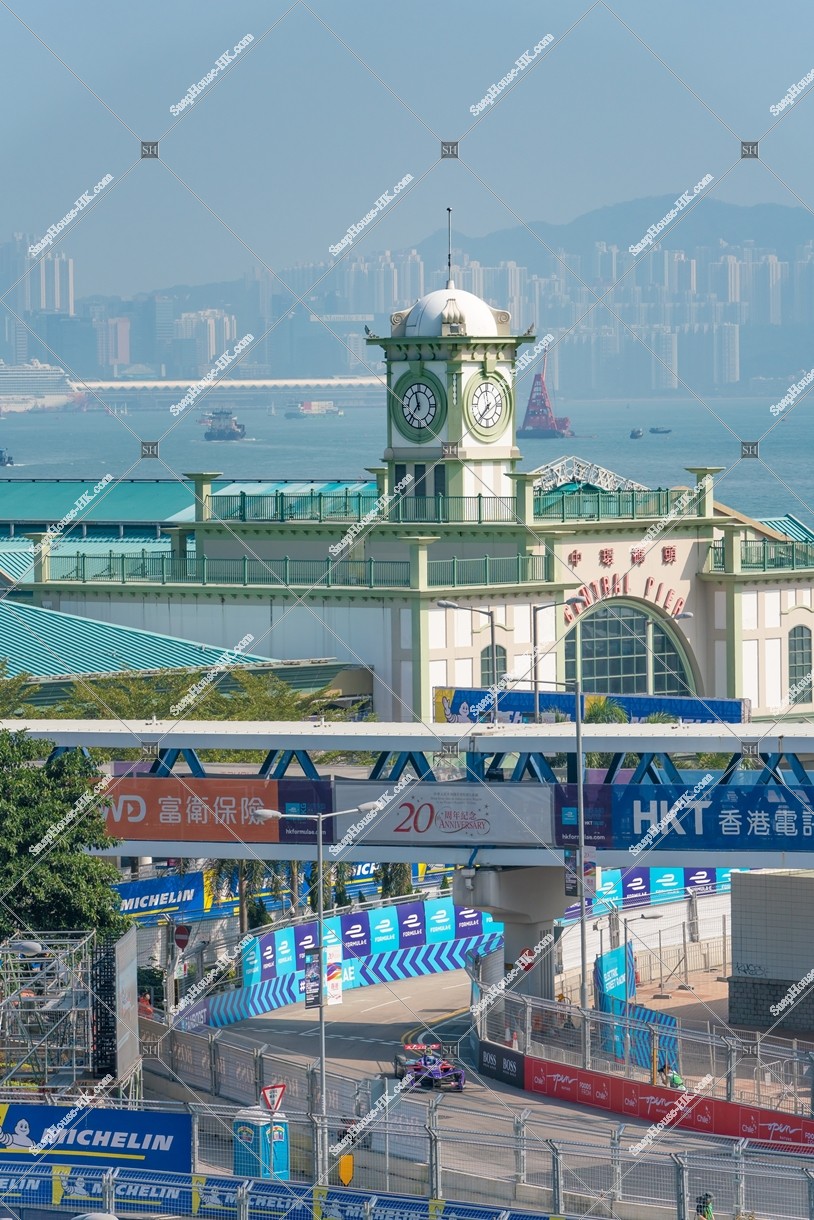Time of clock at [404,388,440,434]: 11:36
